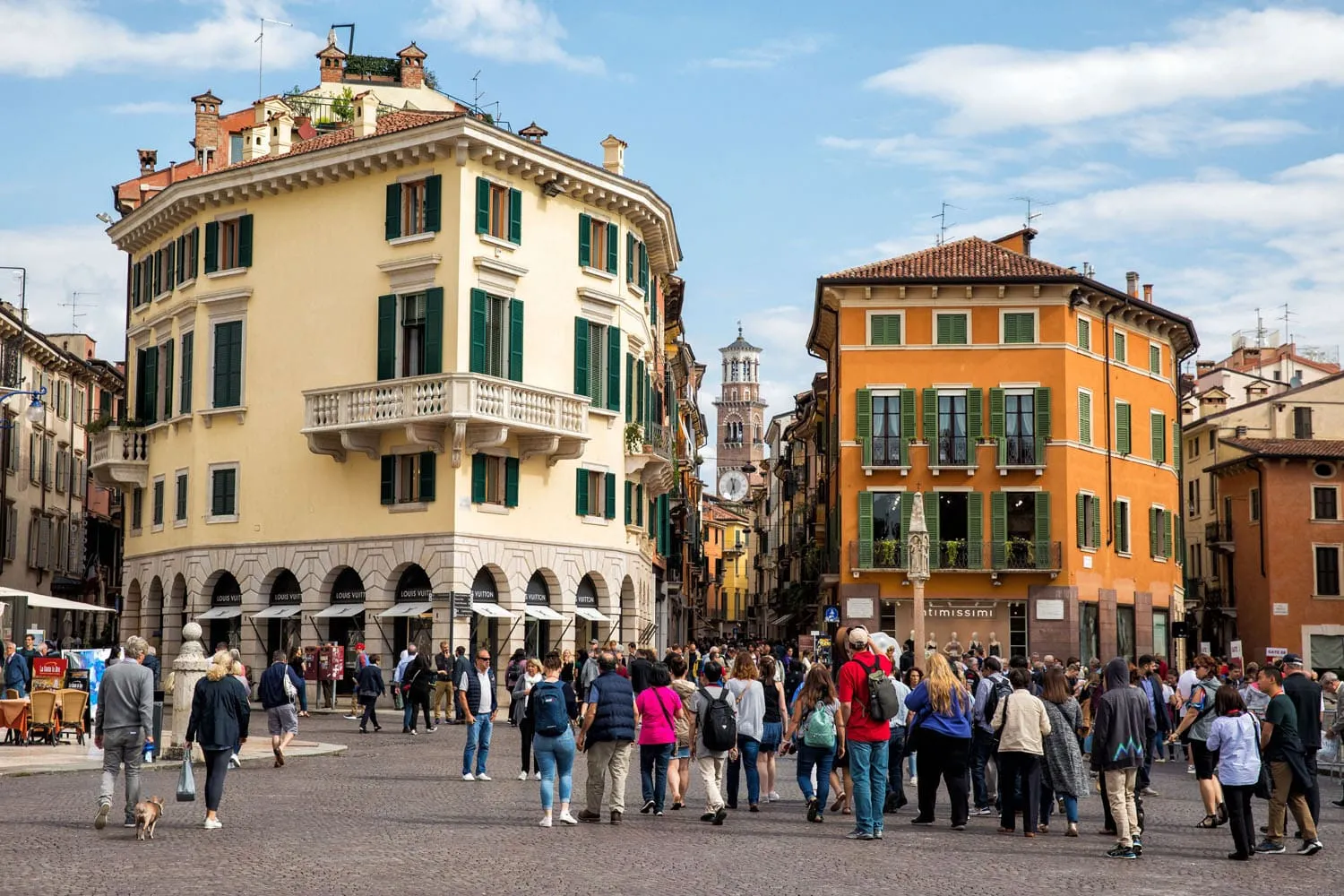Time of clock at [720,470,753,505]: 11:32
